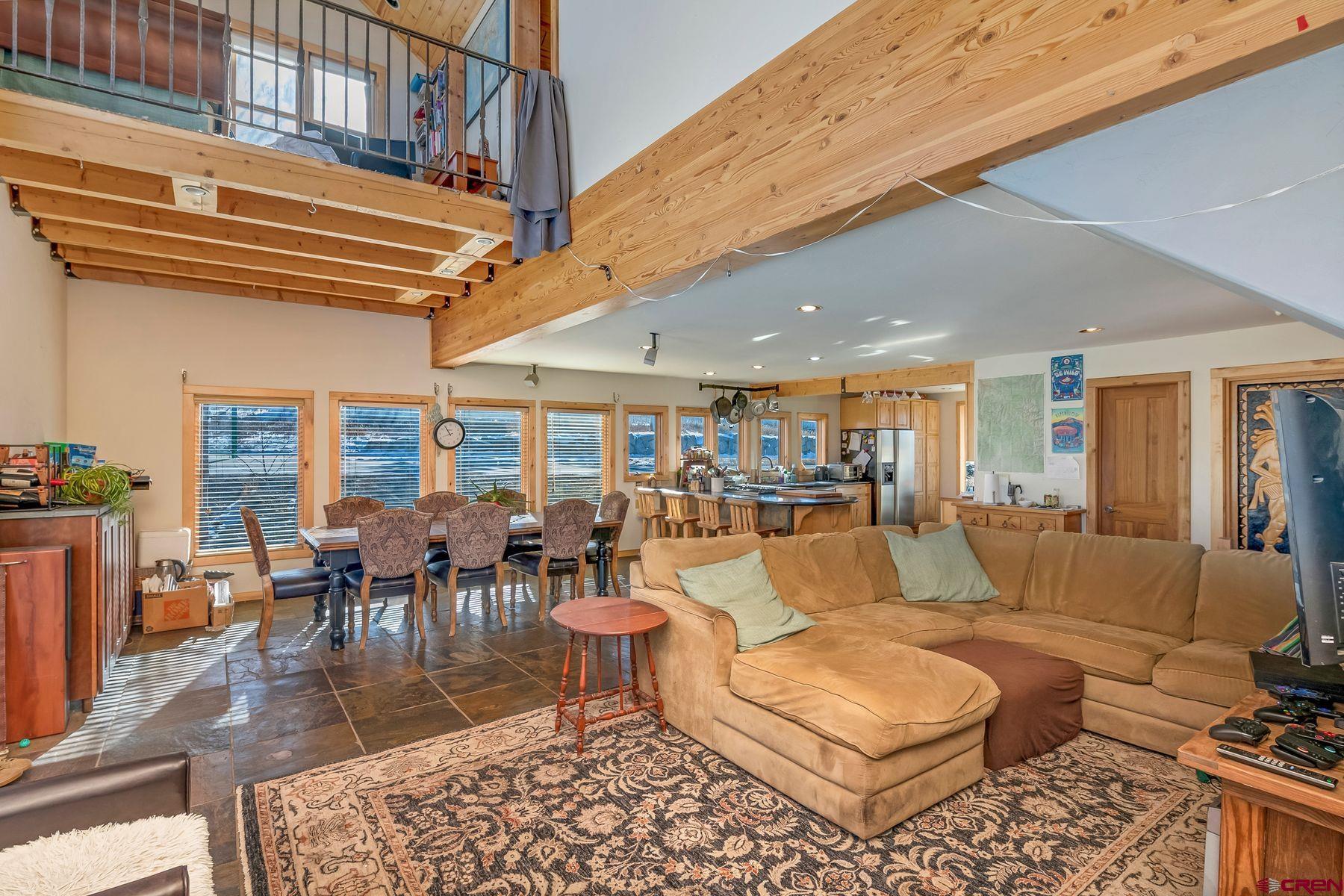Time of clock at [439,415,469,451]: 10:54
